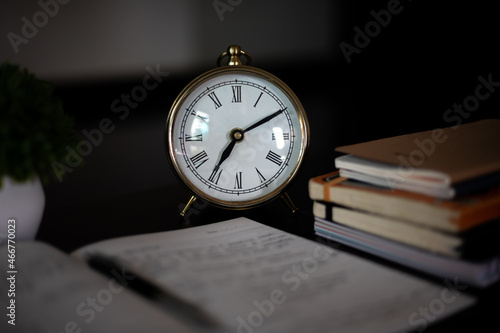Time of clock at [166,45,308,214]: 7:09
